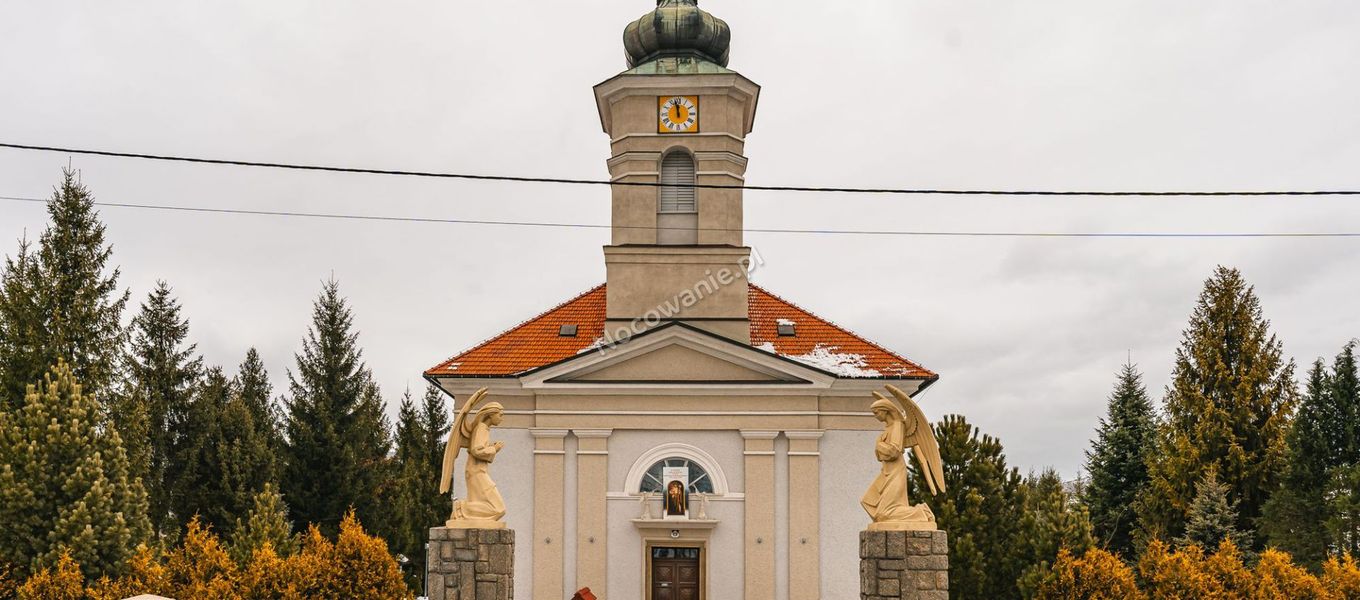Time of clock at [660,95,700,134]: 11:58
